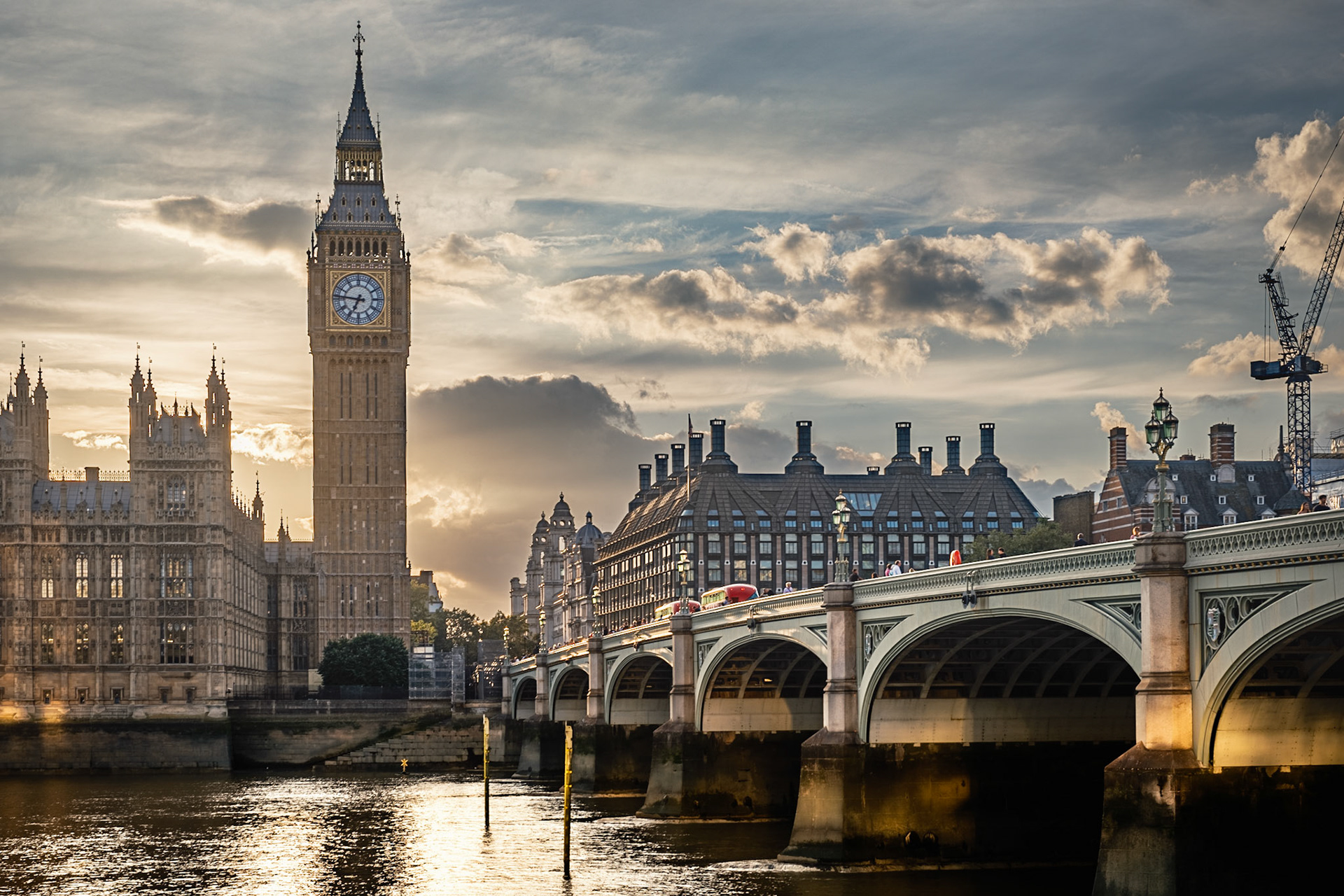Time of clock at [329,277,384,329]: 6:46
